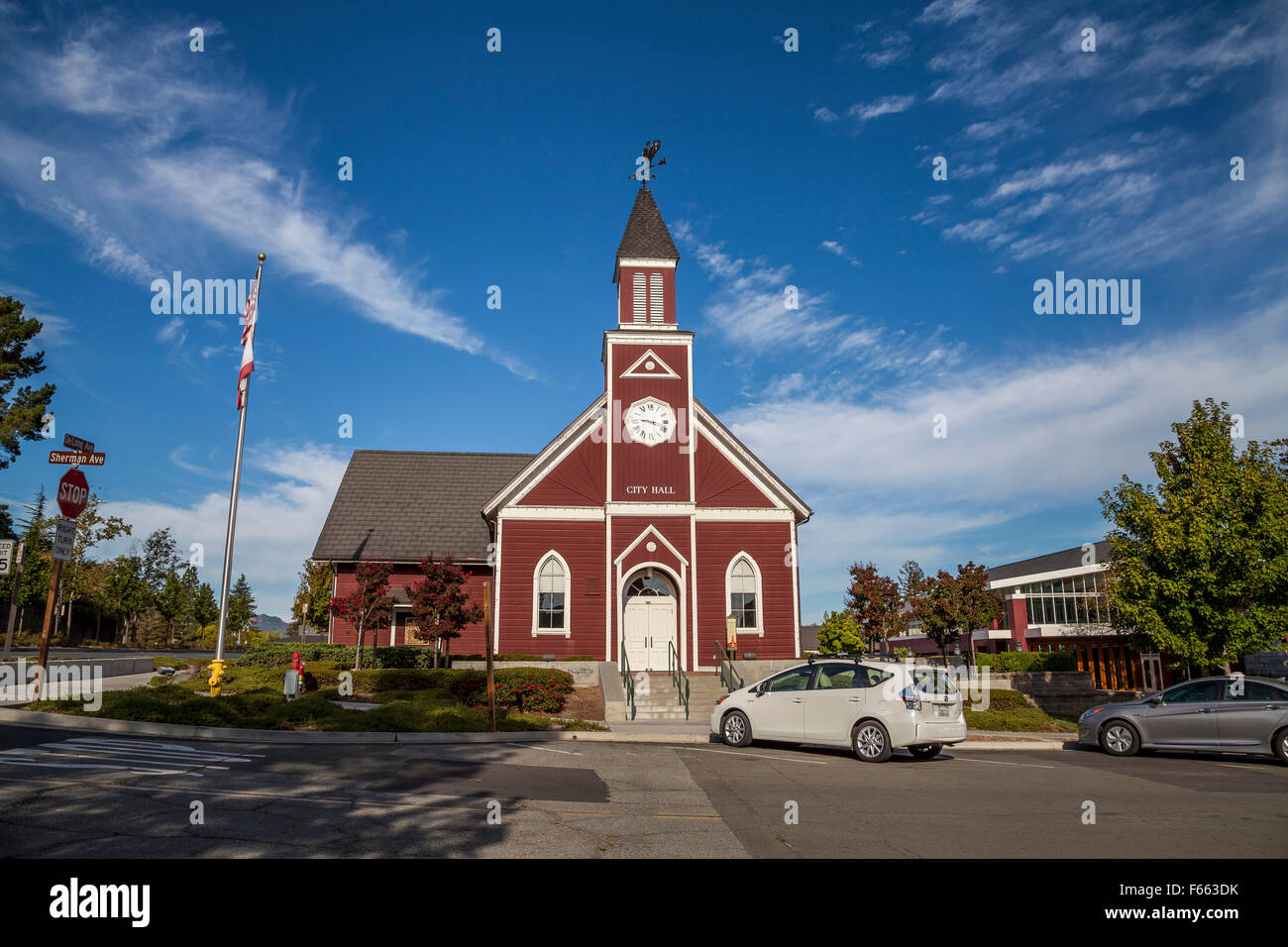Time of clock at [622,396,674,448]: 9:17
